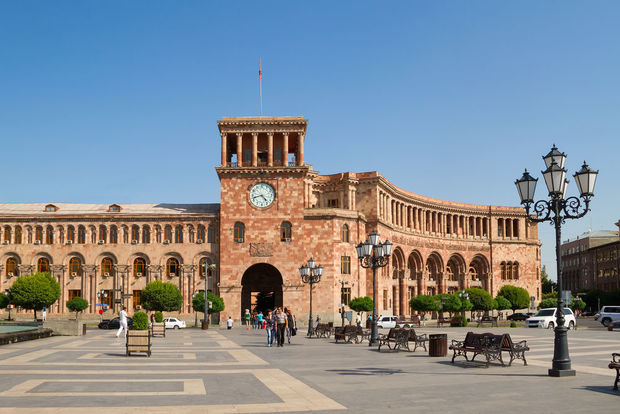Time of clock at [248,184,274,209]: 4:42
